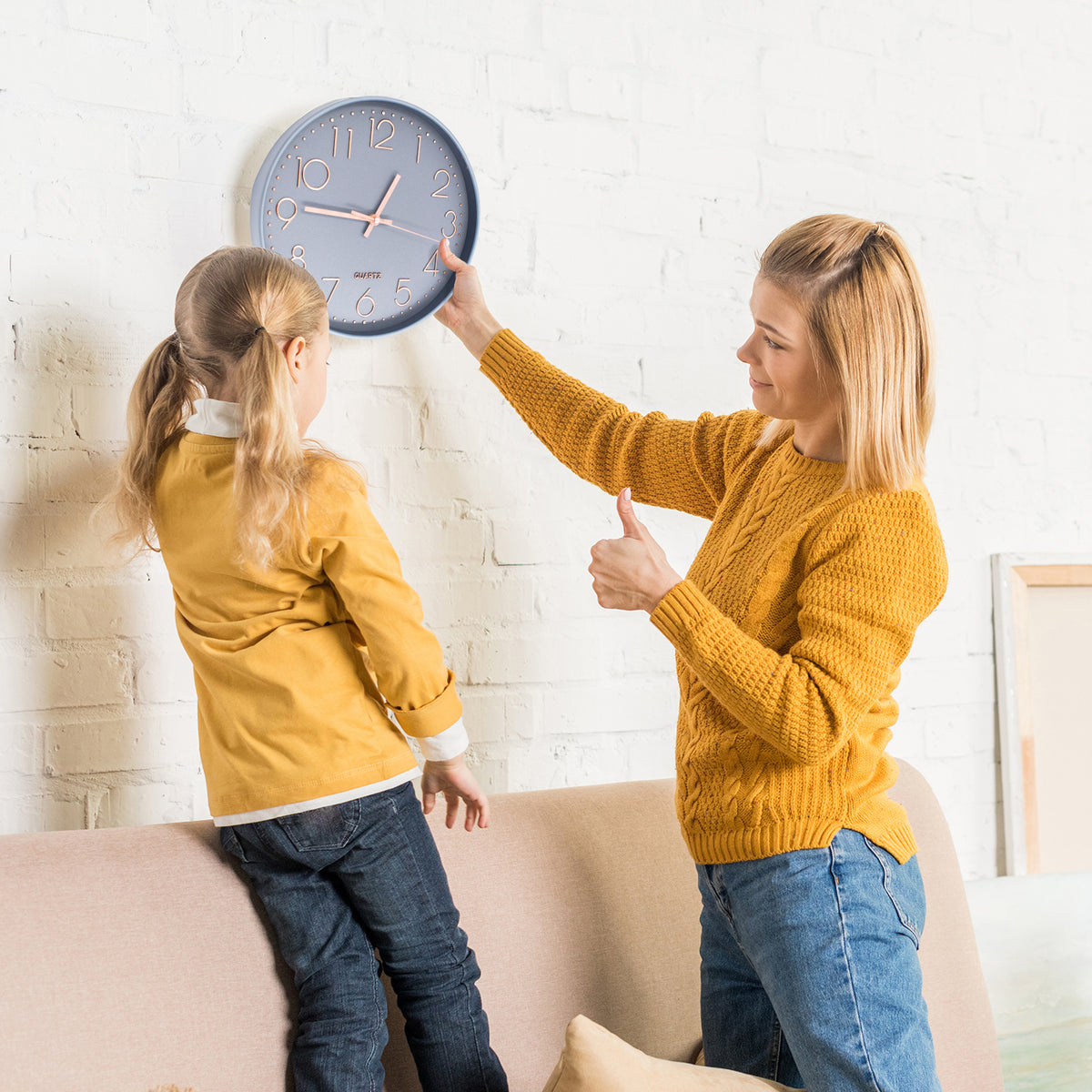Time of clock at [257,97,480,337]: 12:46
